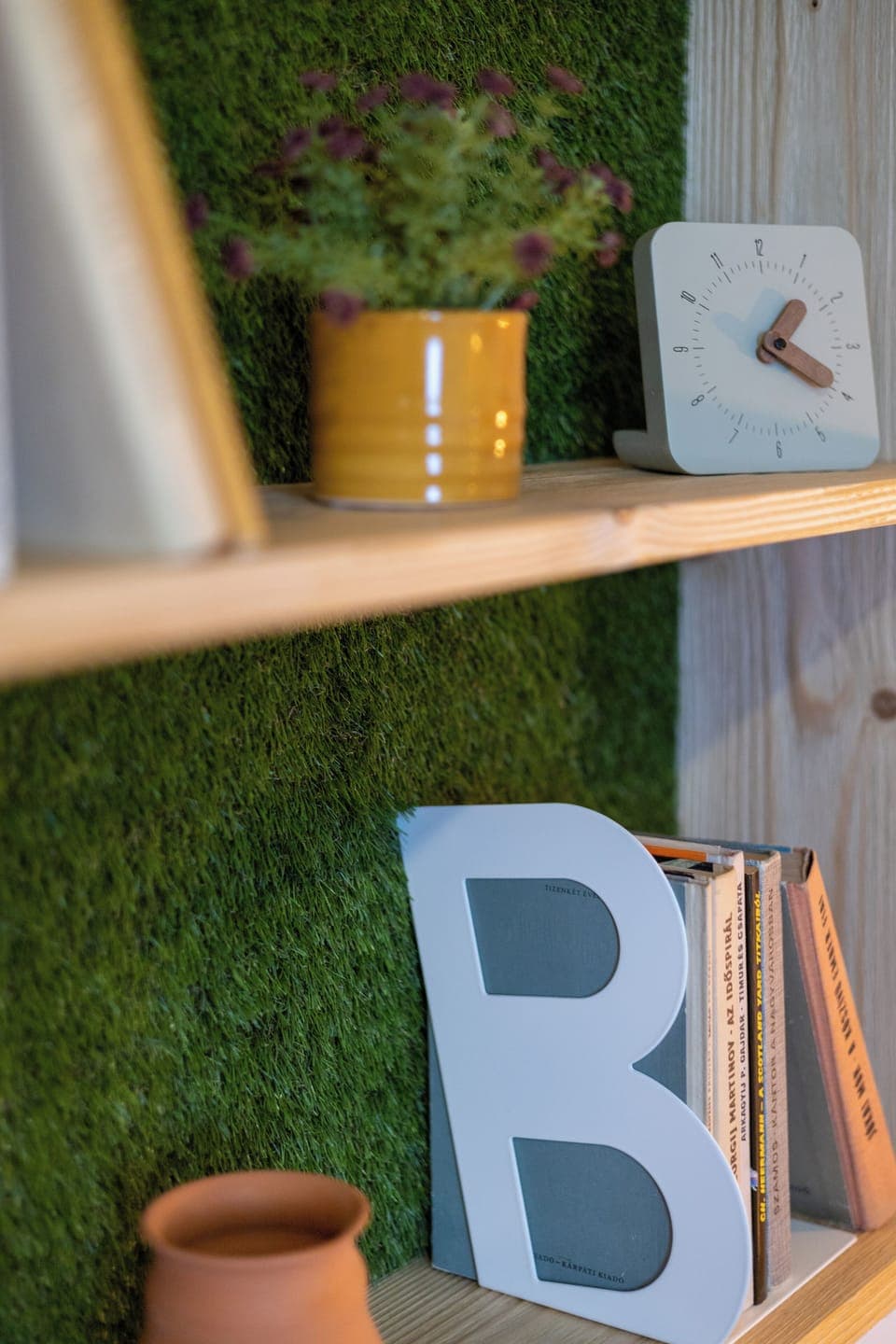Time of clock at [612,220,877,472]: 1:19
